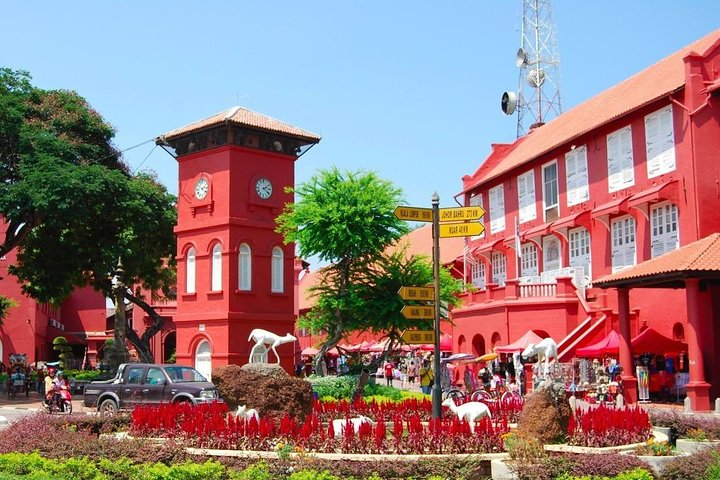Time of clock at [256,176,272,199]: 2:21
